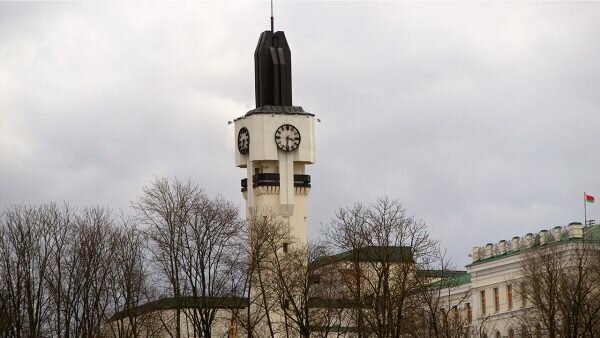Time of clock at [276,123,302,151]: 3:31
